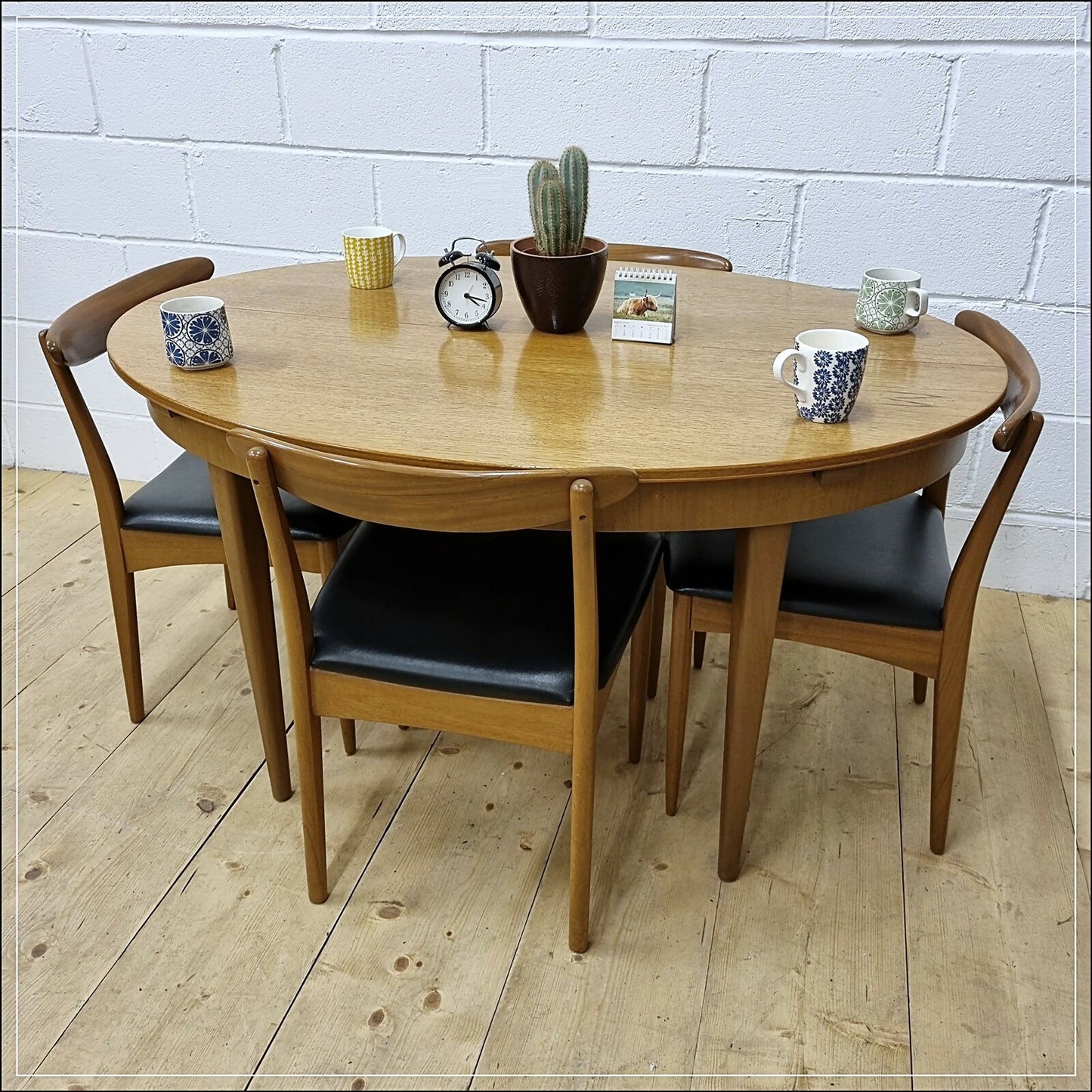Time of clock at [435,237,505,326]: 4:17
